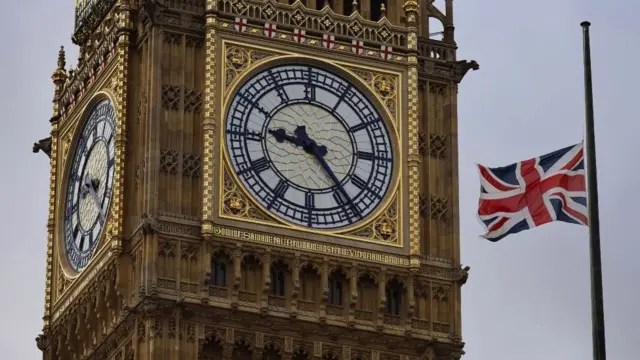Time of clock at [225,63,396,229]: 9:23
